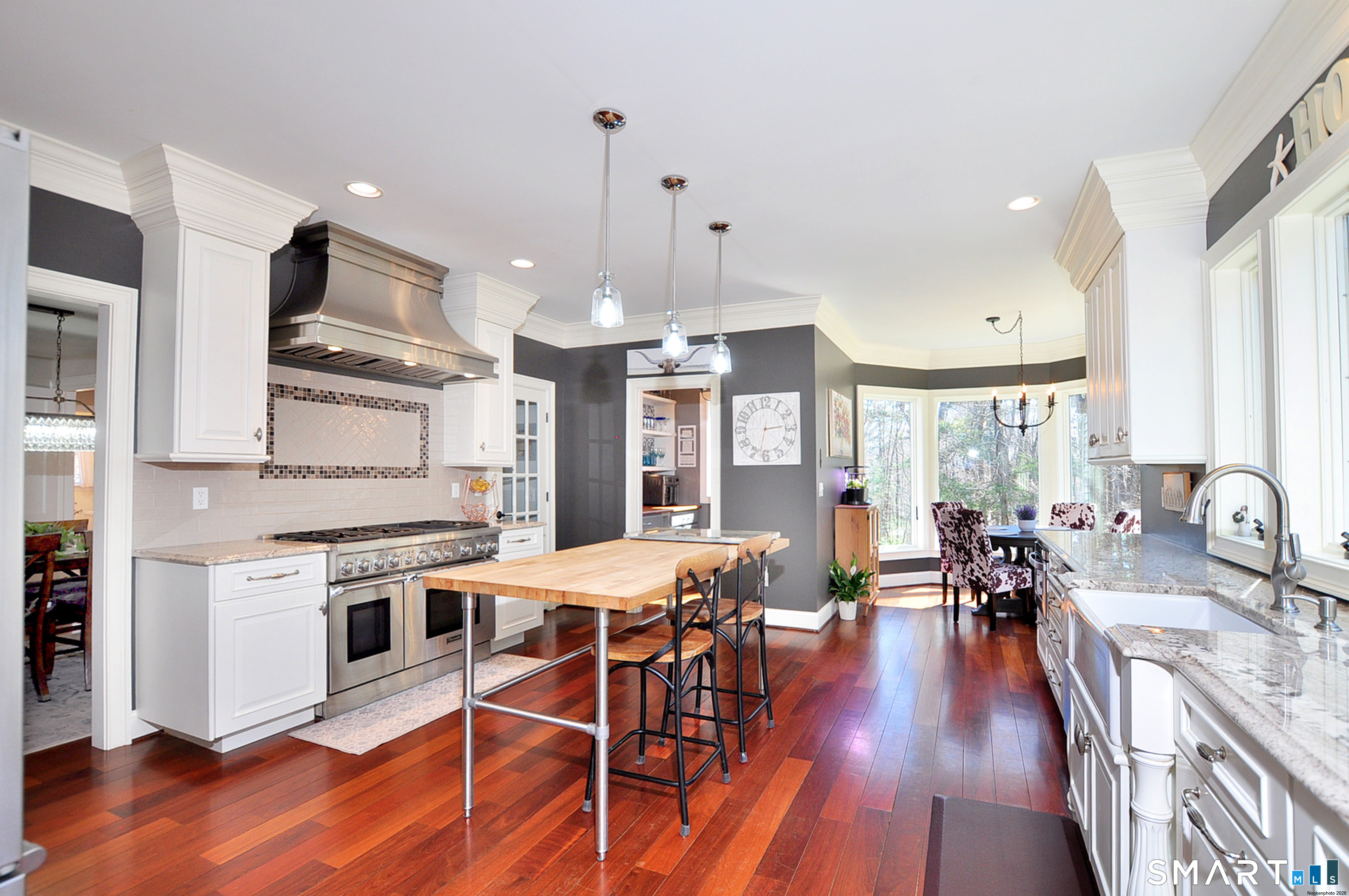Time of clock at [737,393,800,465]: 2:32
